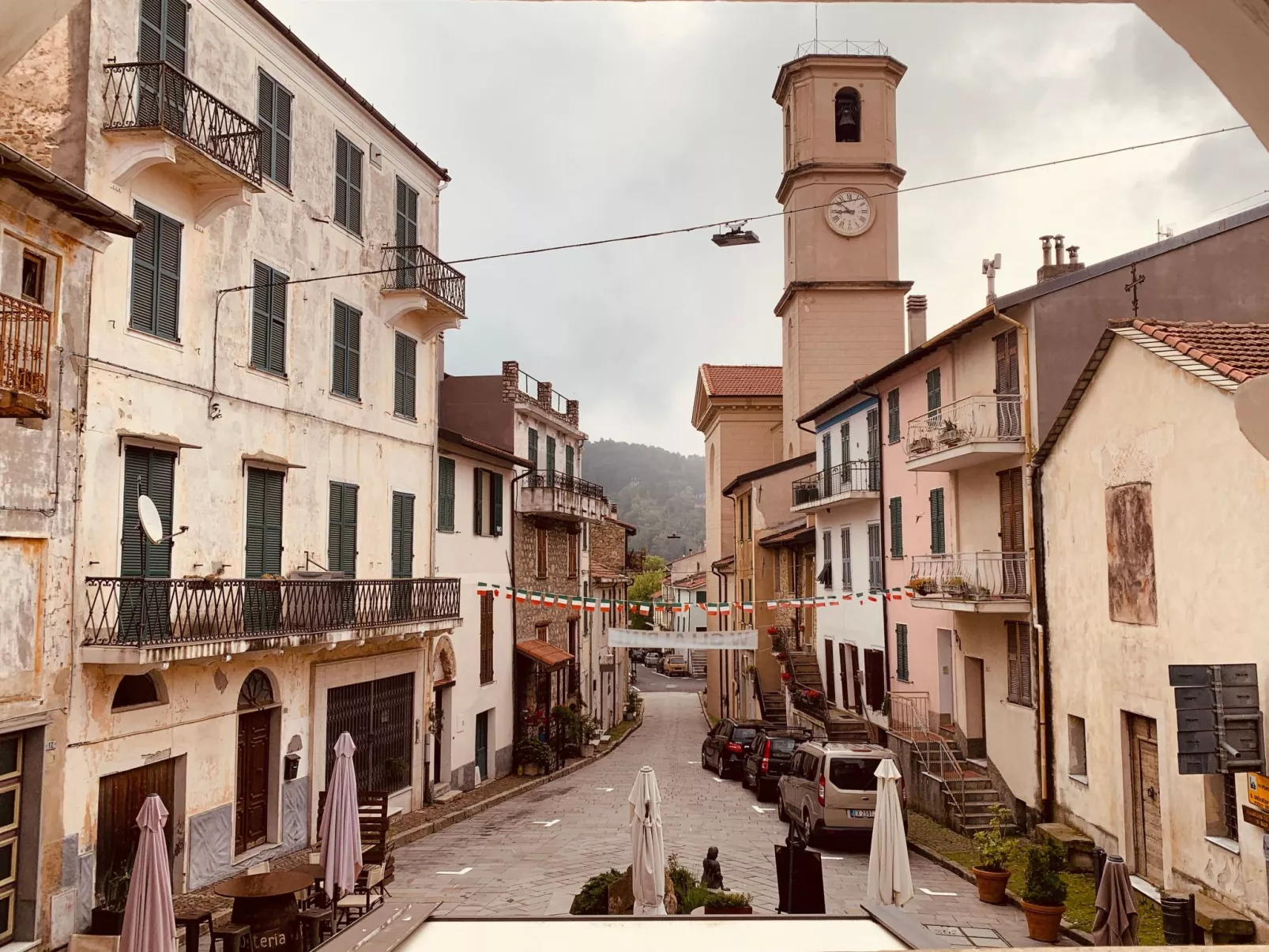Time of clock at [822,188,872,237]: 8:52
